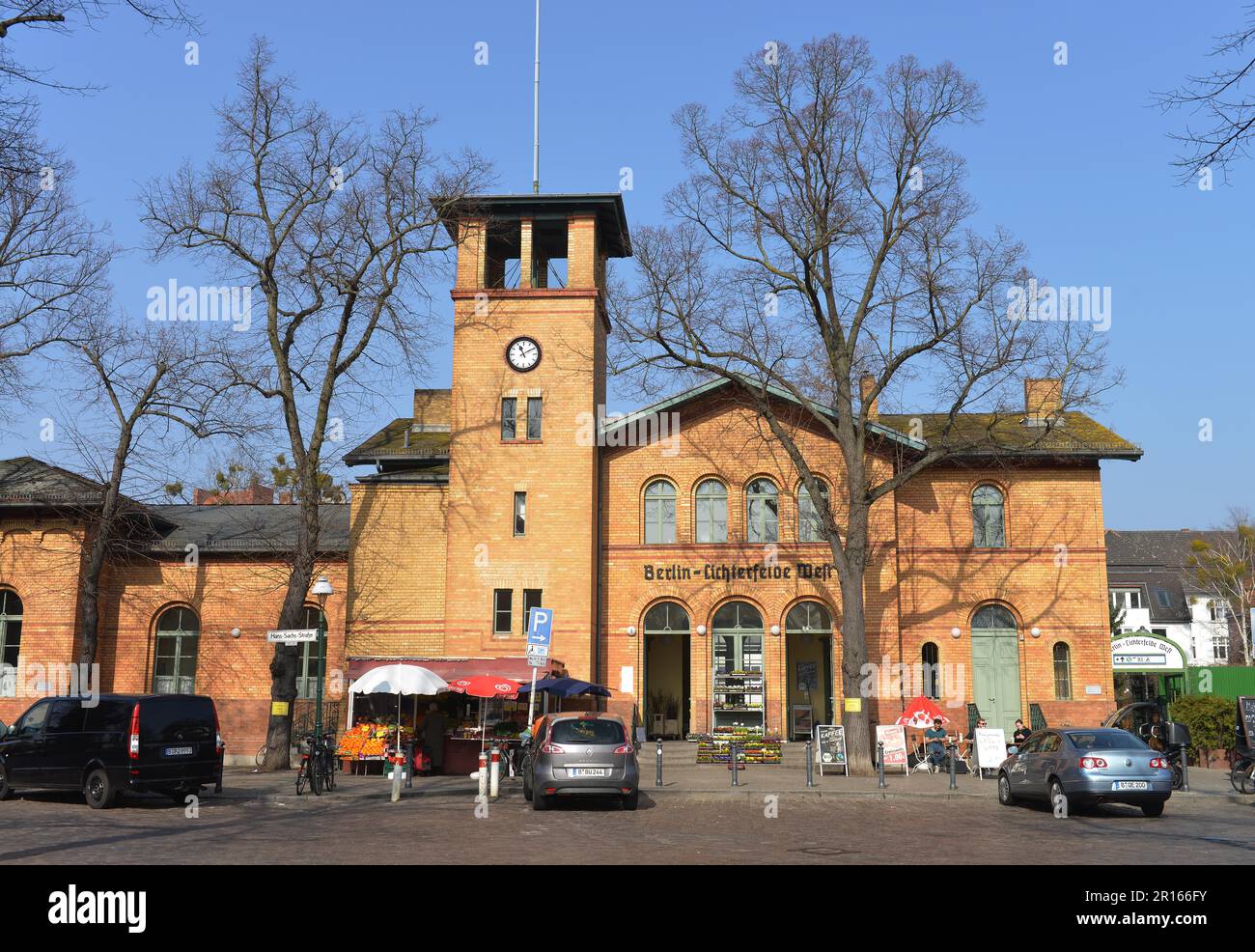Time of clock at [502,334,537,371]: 11:09
